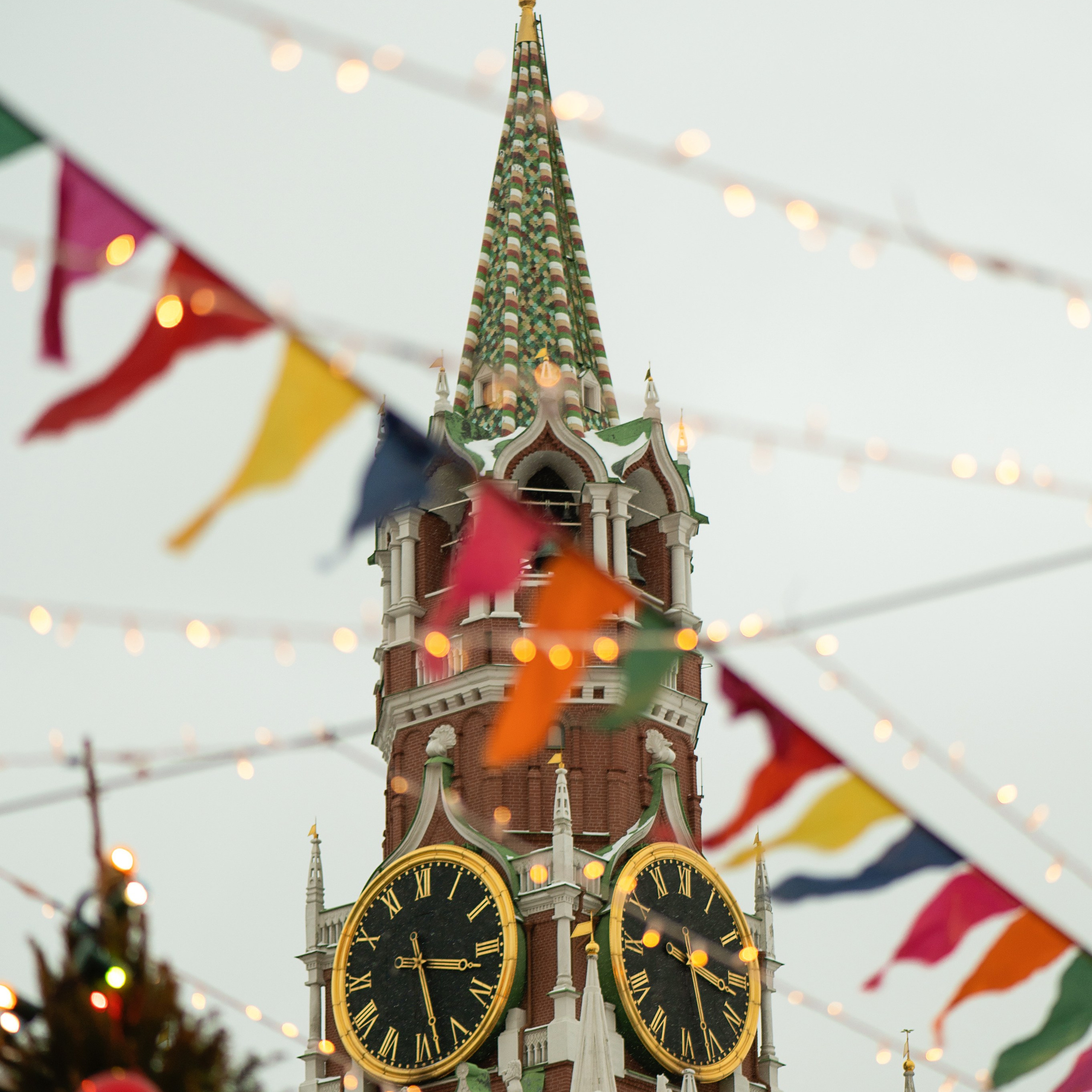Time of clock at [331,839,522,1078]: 3:28
